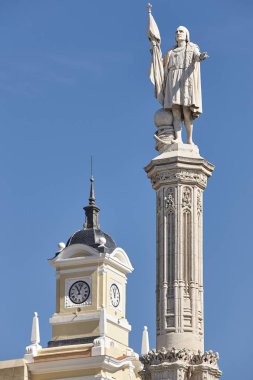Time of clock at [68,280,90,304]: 11:03
